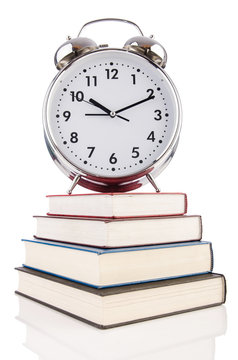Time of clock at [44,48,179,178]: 10:11
